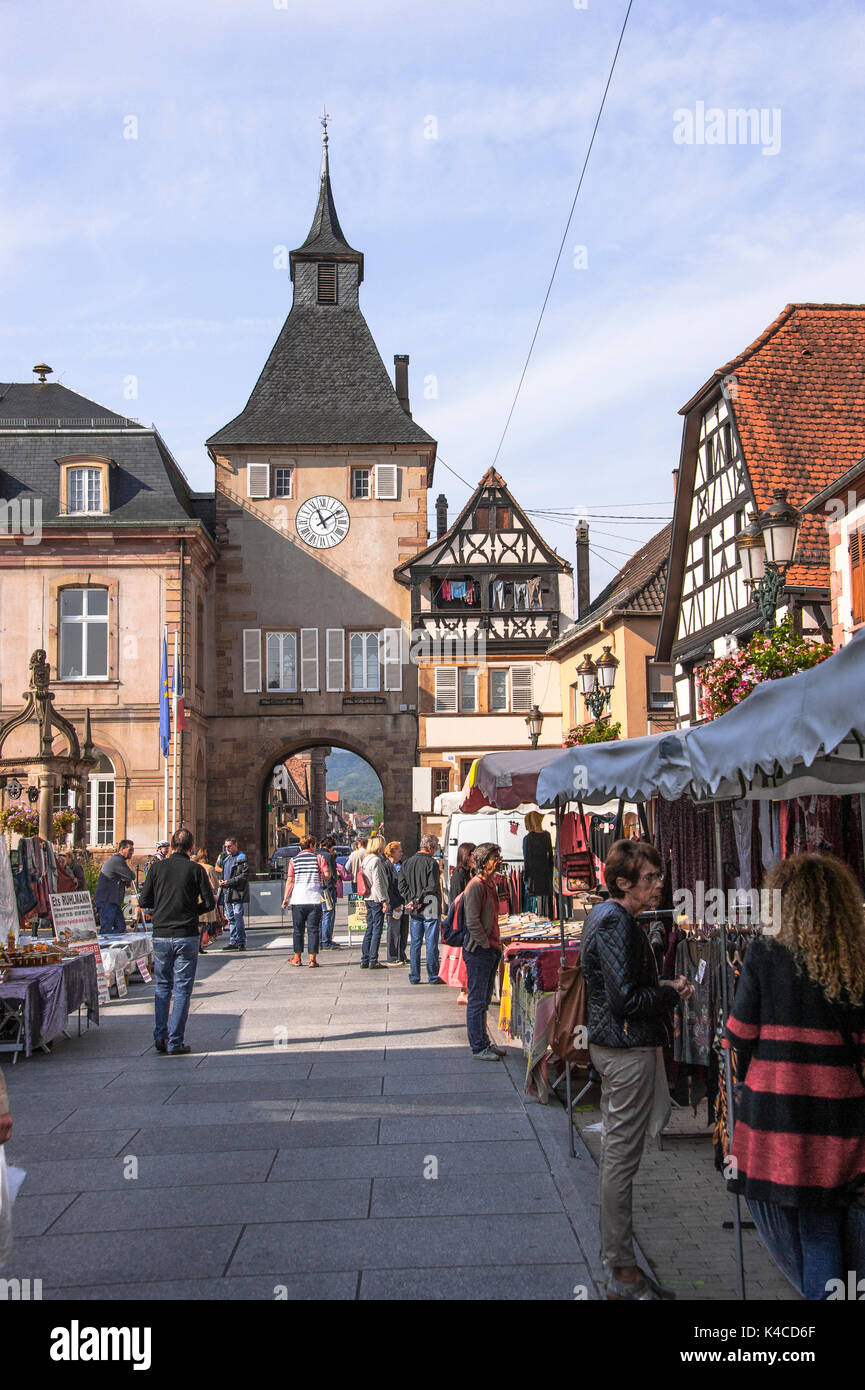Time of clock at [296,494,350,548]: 11:09
